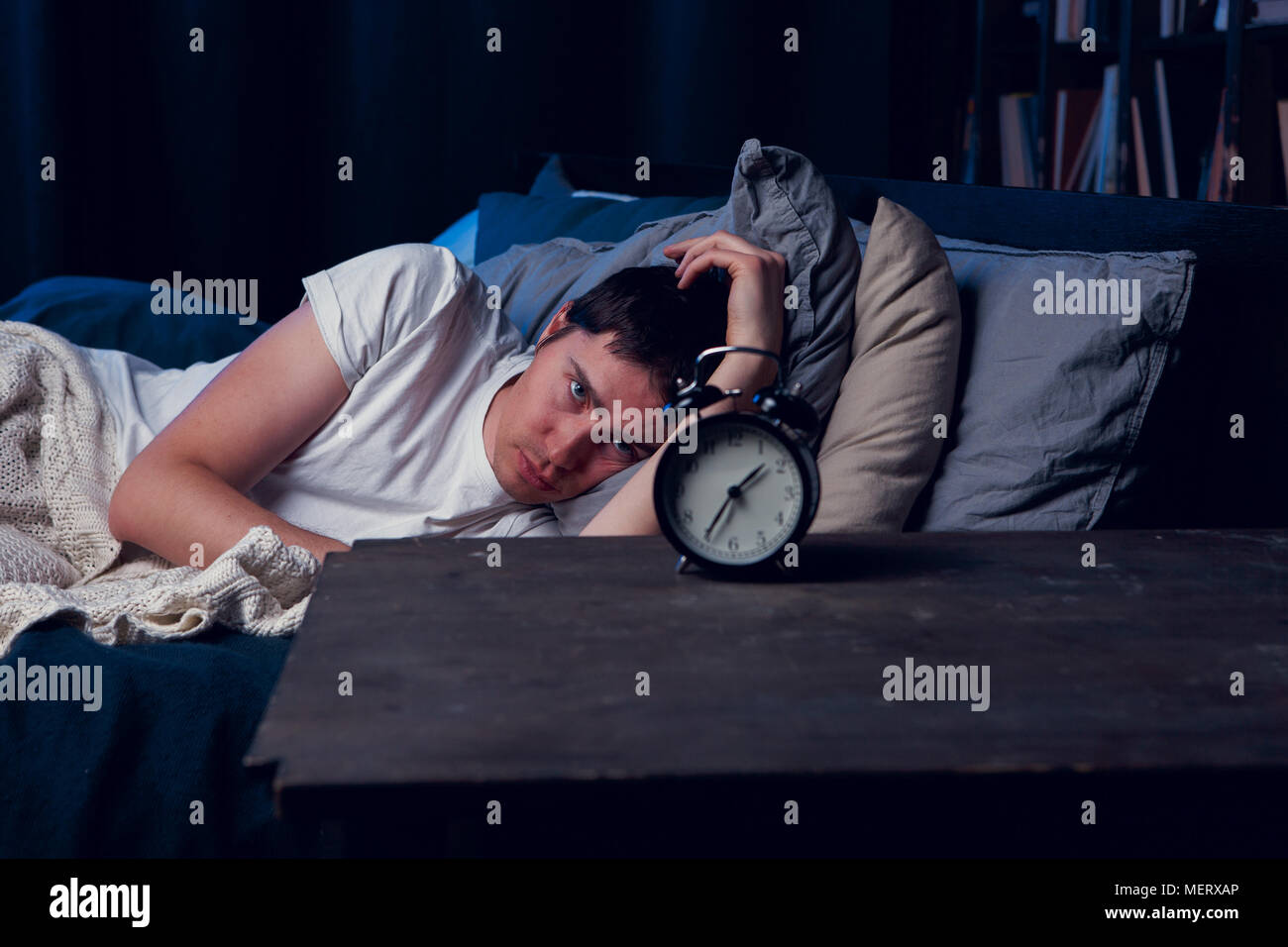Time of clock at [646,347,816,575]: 1:35
